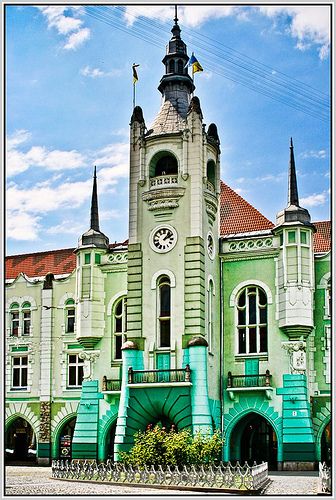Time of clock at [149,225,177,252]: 2:06
